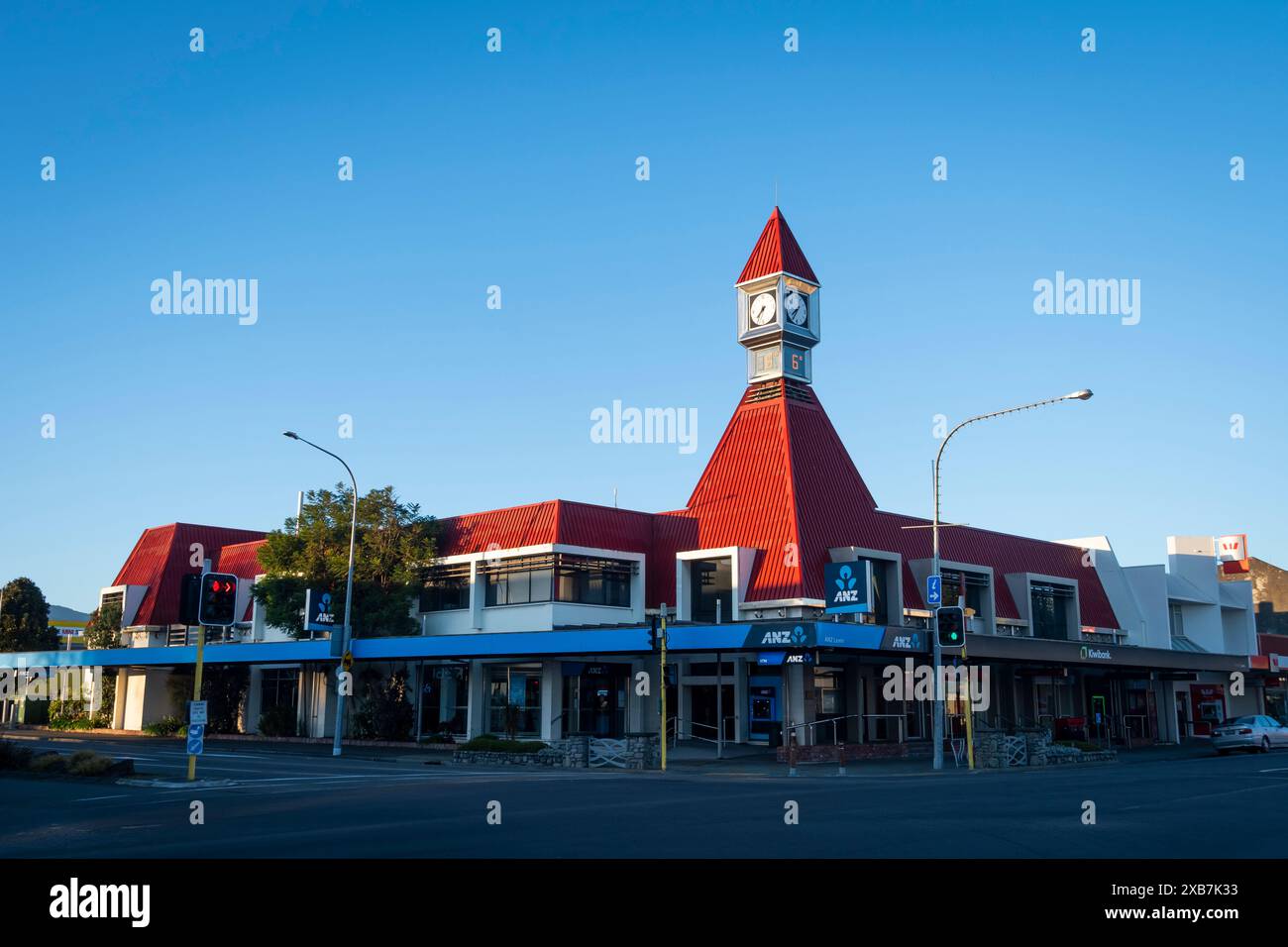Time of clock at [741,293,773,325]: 7:37
